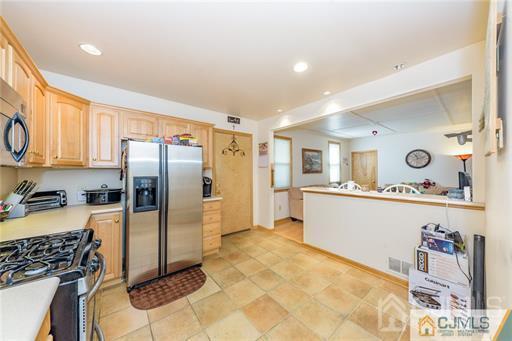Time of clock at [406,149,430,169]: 11:12
